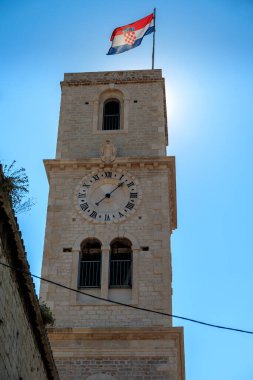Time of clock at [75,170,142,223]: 1:37
